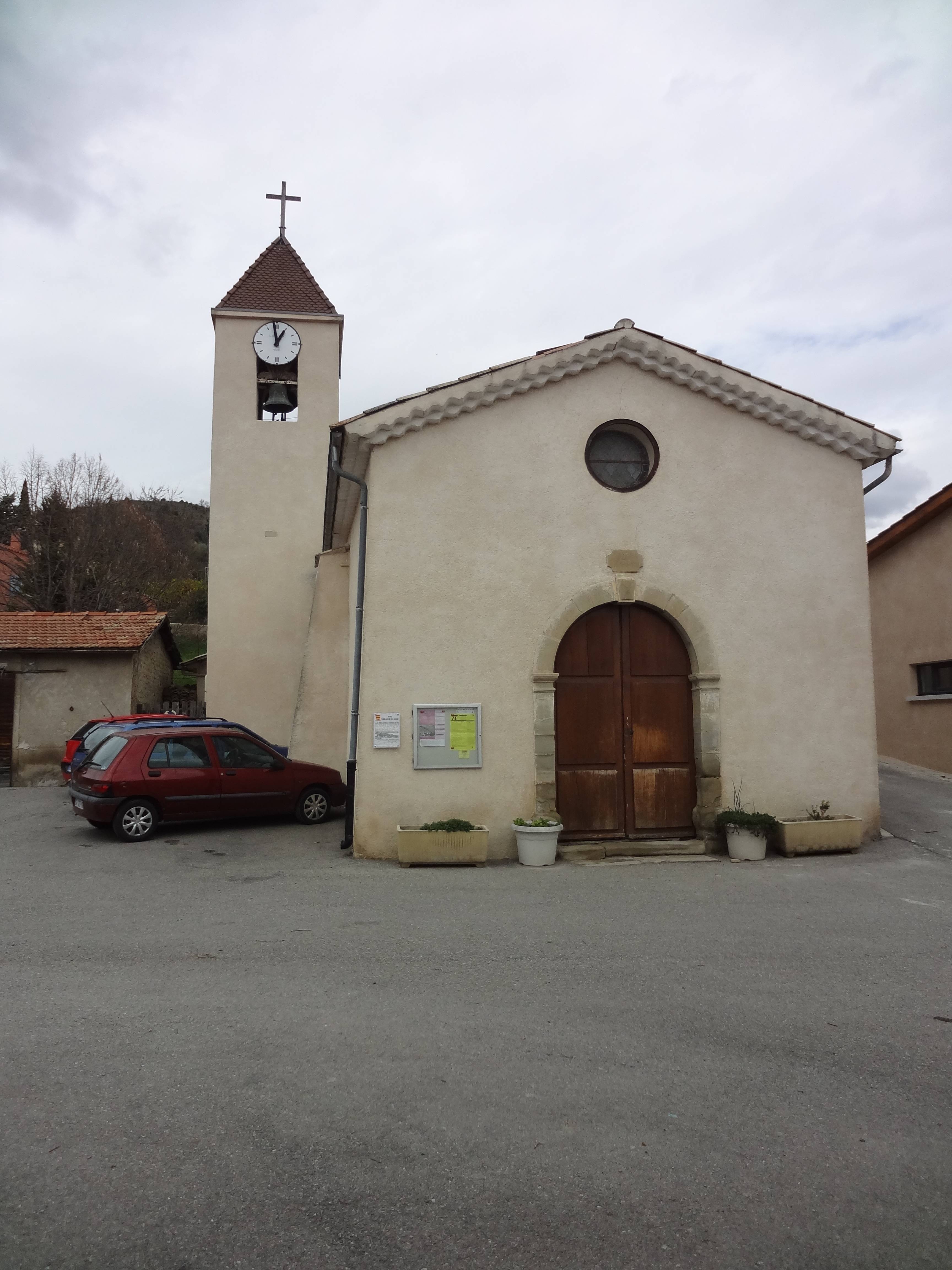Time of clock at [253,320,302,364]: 12:58
